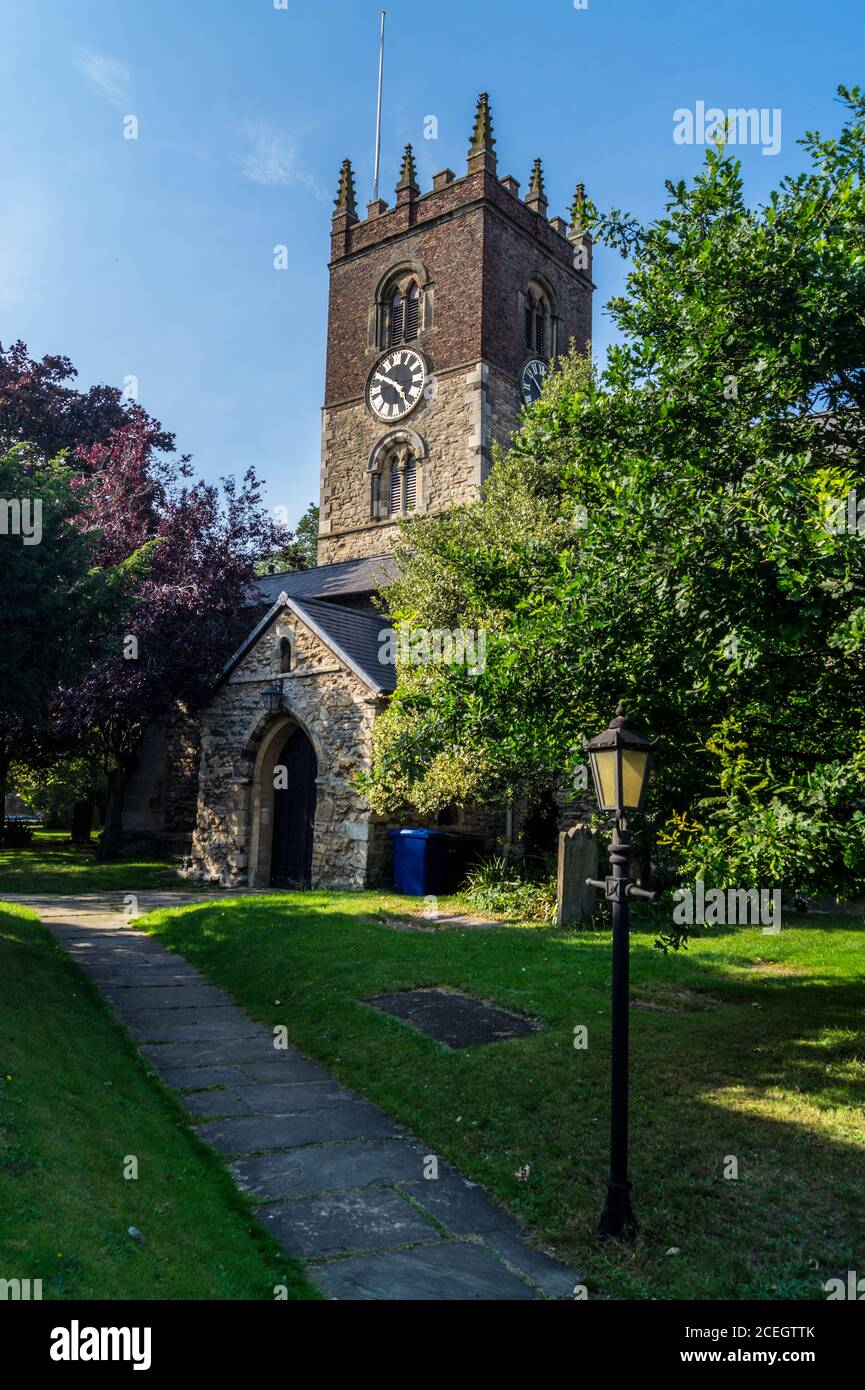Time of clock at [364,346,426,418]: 4:50
